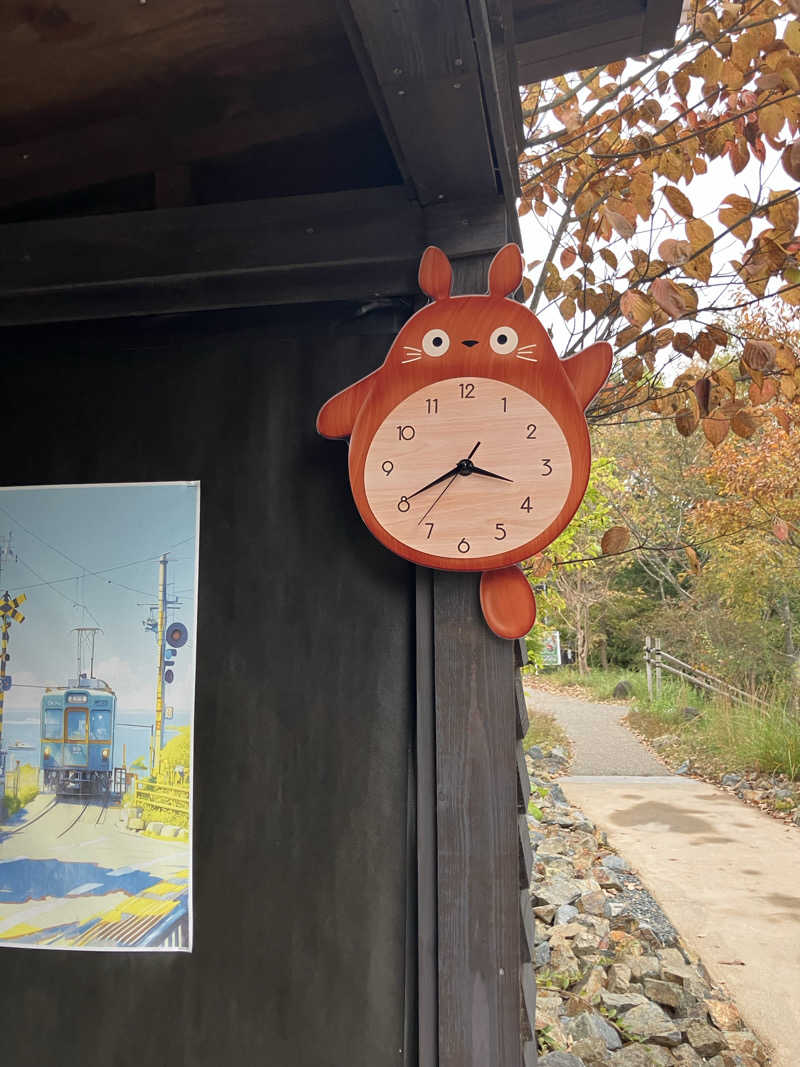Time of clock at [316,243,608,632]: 3:40
